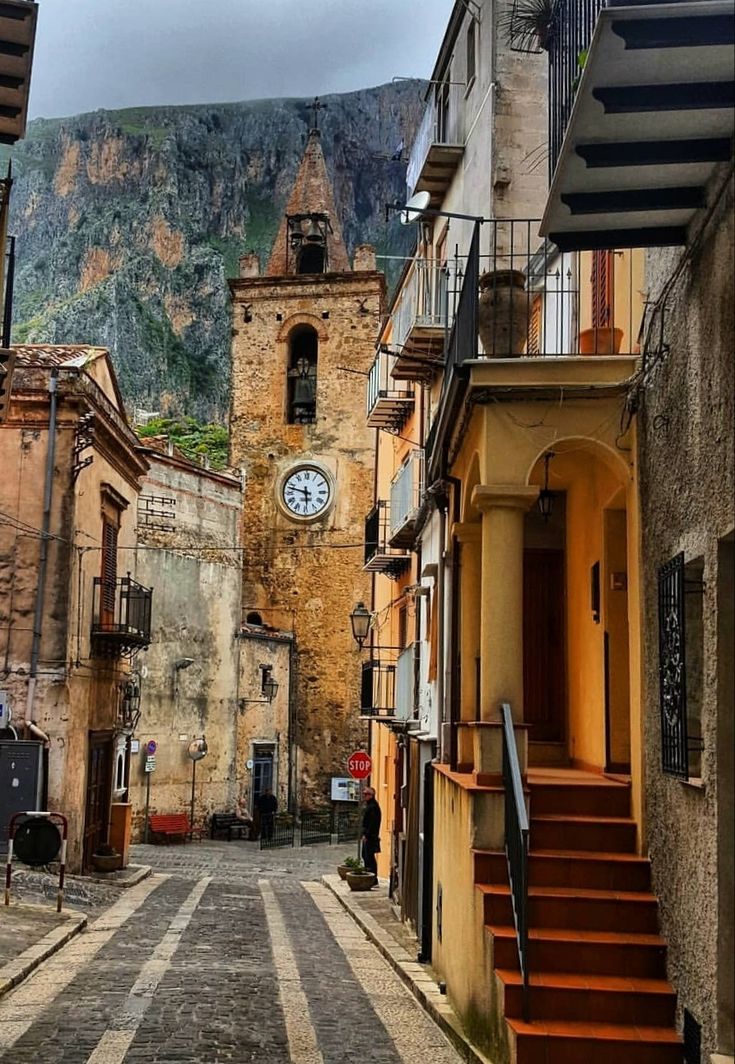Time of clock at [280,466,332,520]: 5:47
